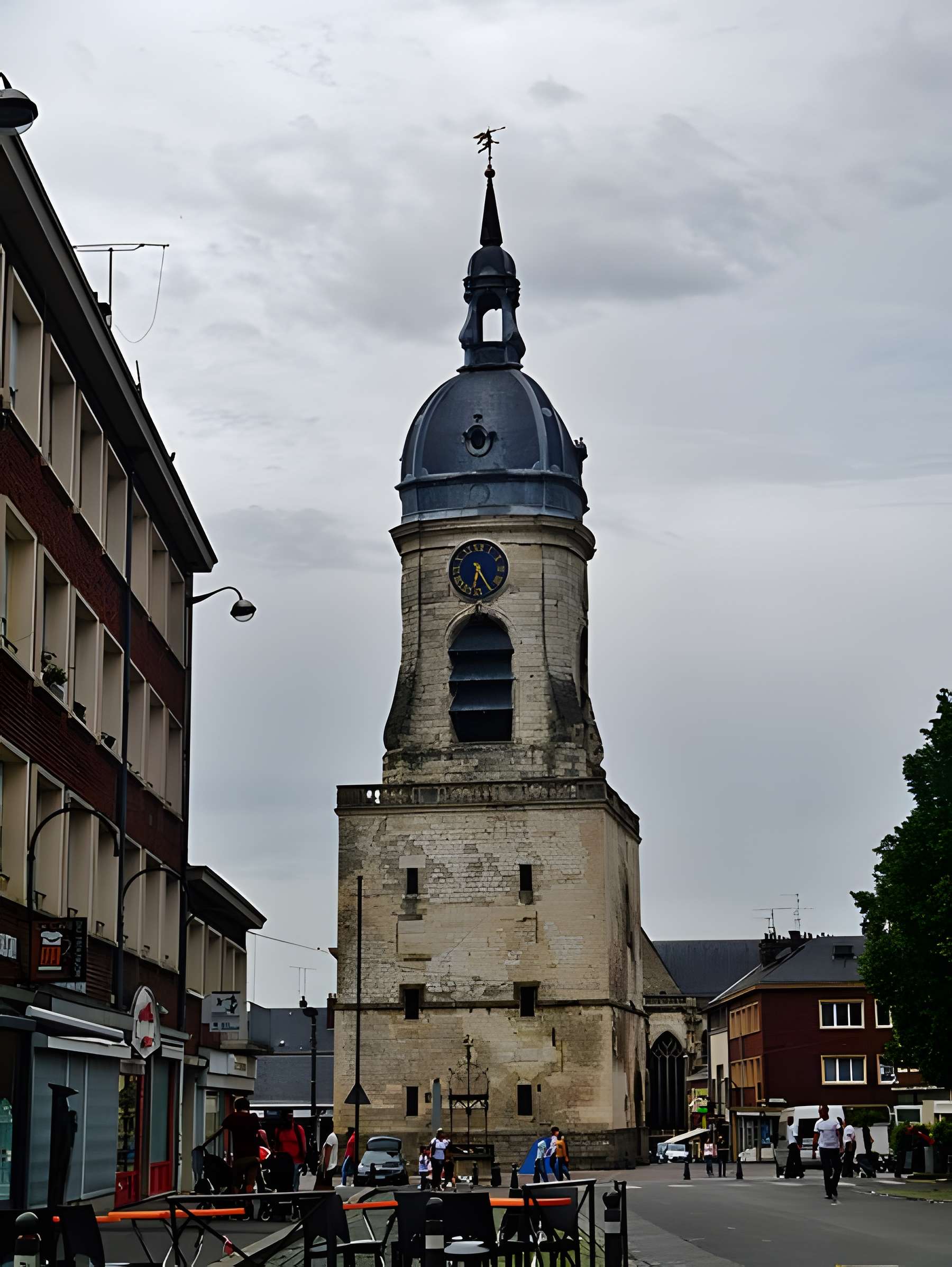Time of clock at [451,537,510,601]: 6:24
